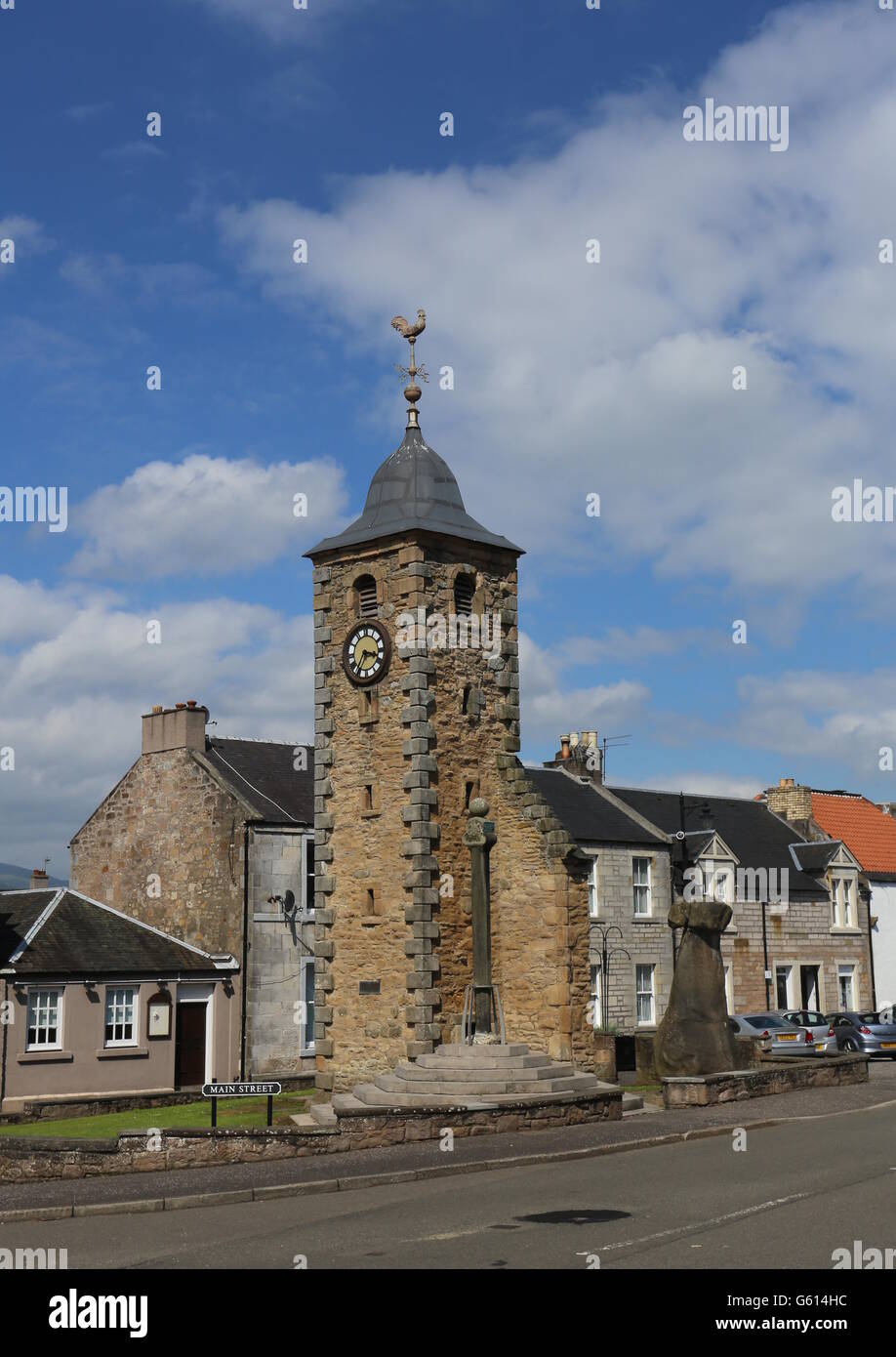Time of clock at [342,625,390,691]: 3:35
